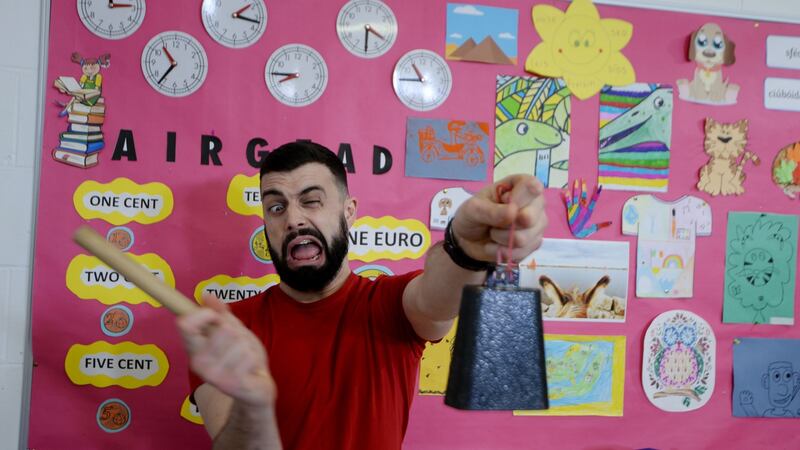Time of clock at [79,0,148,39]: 12:13
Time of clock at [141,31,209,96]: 10:36
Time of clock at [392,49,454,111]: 10:45
